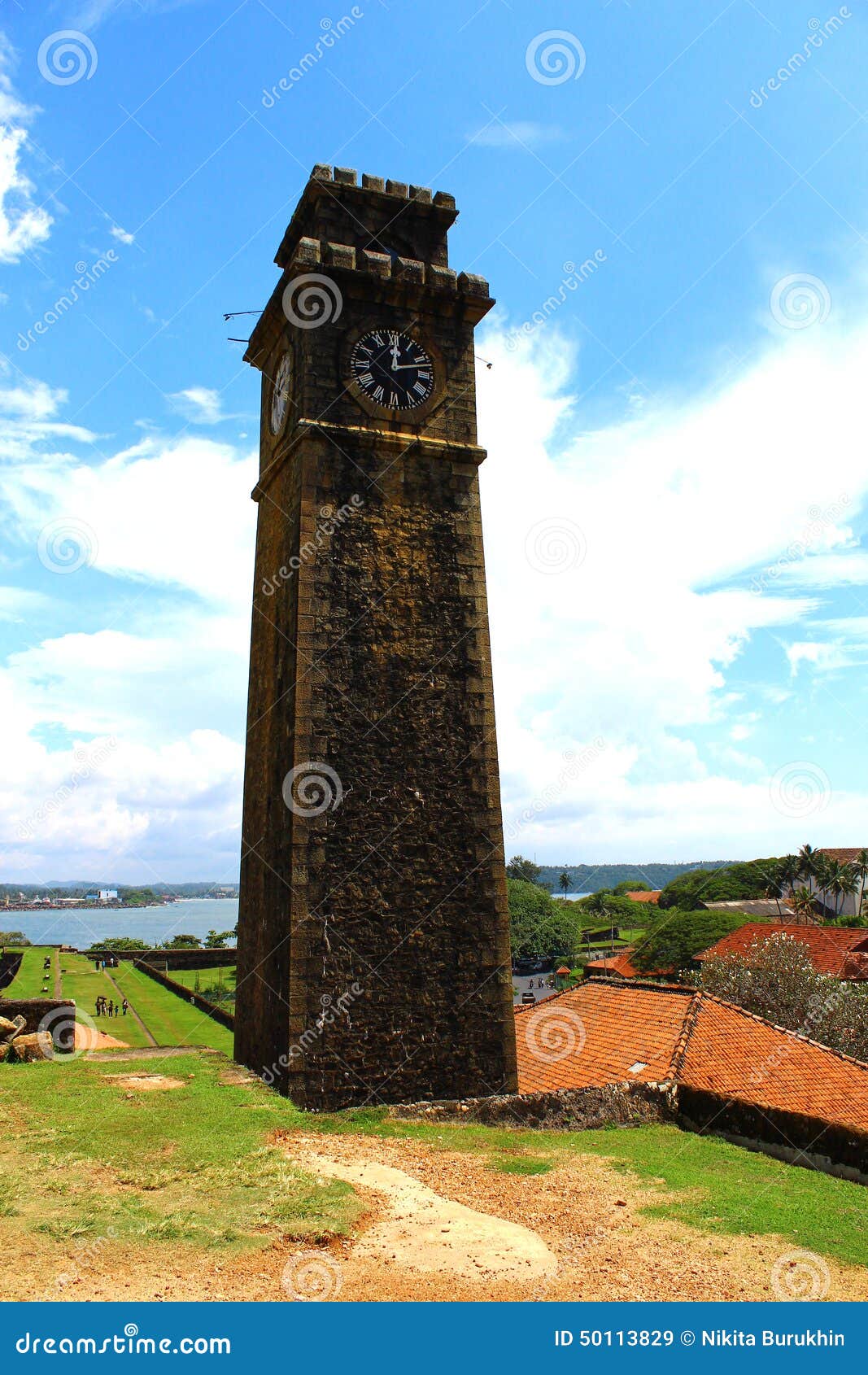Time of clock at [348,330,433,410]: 12:12
